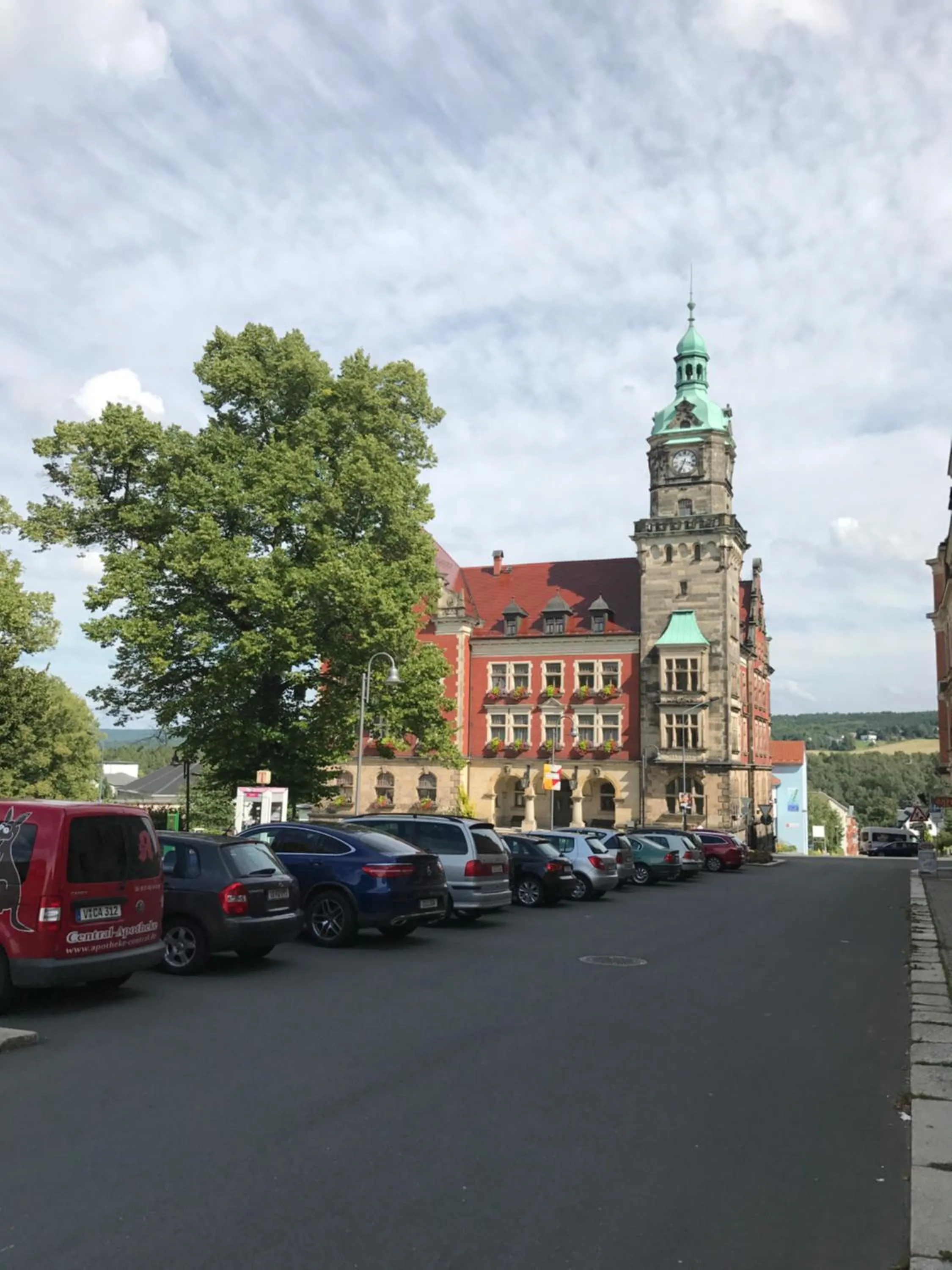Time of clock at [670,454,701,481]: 3:33
